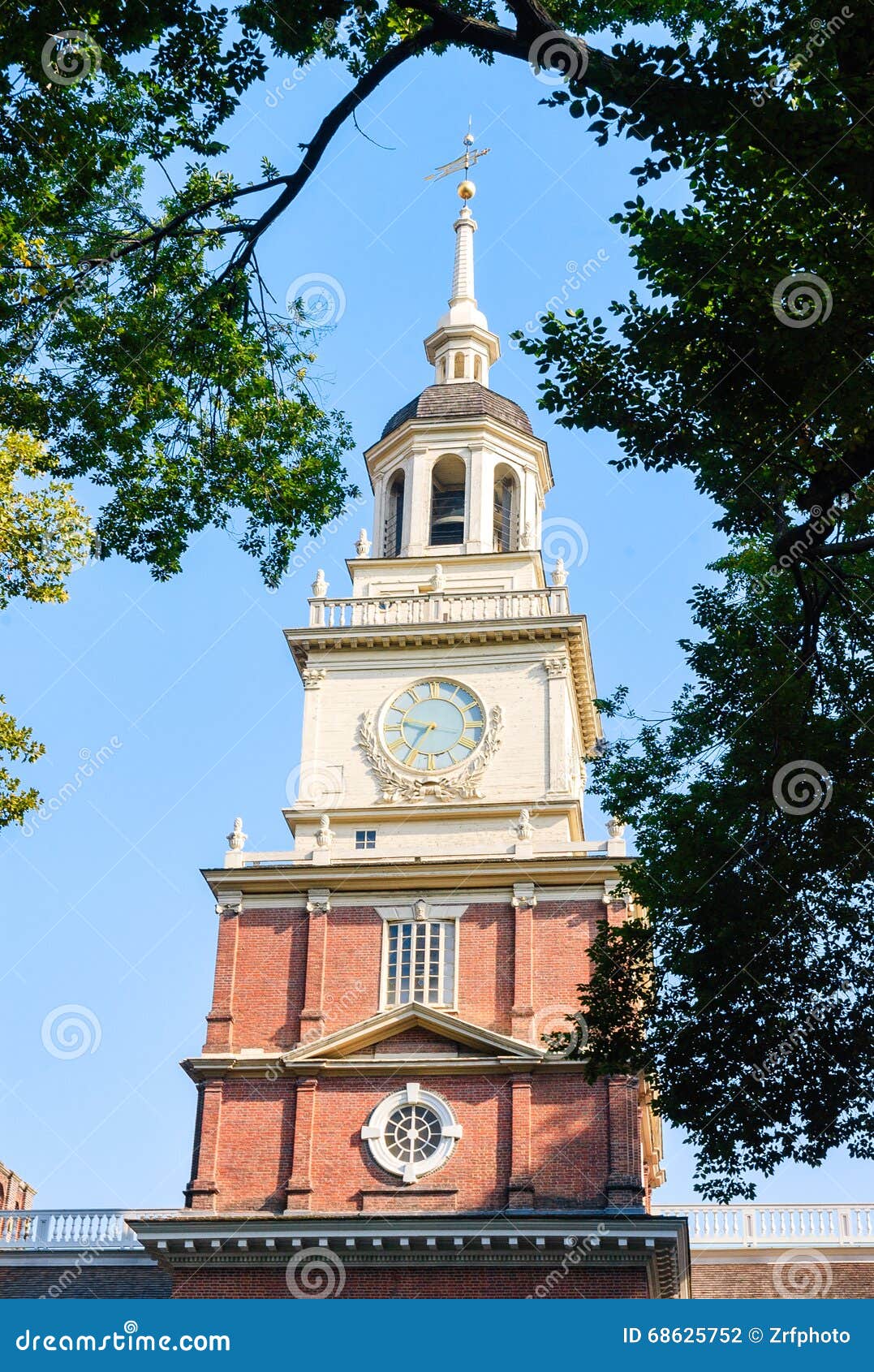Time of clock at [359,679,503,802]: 9:35
